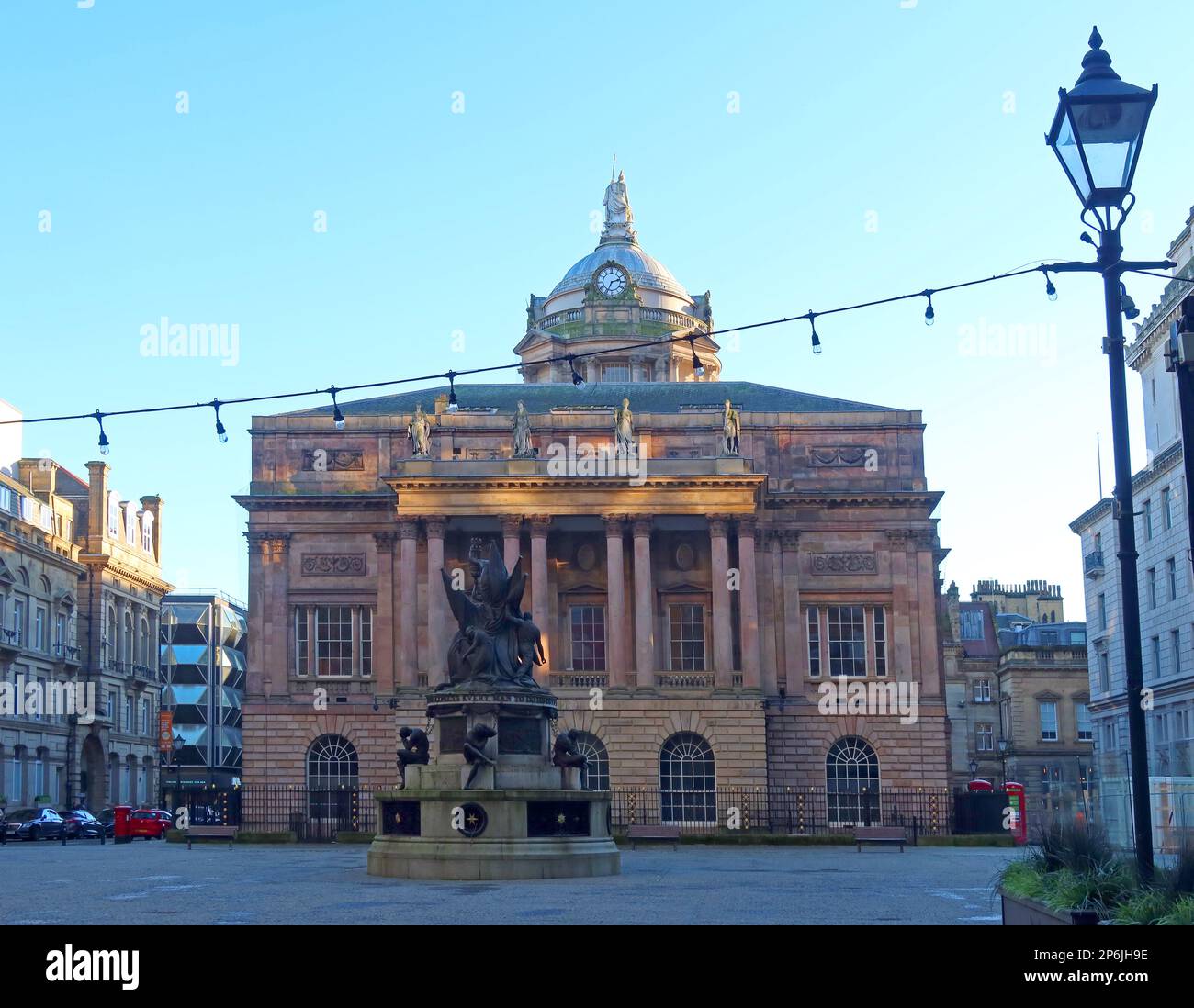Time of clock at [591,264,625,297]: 2:34
